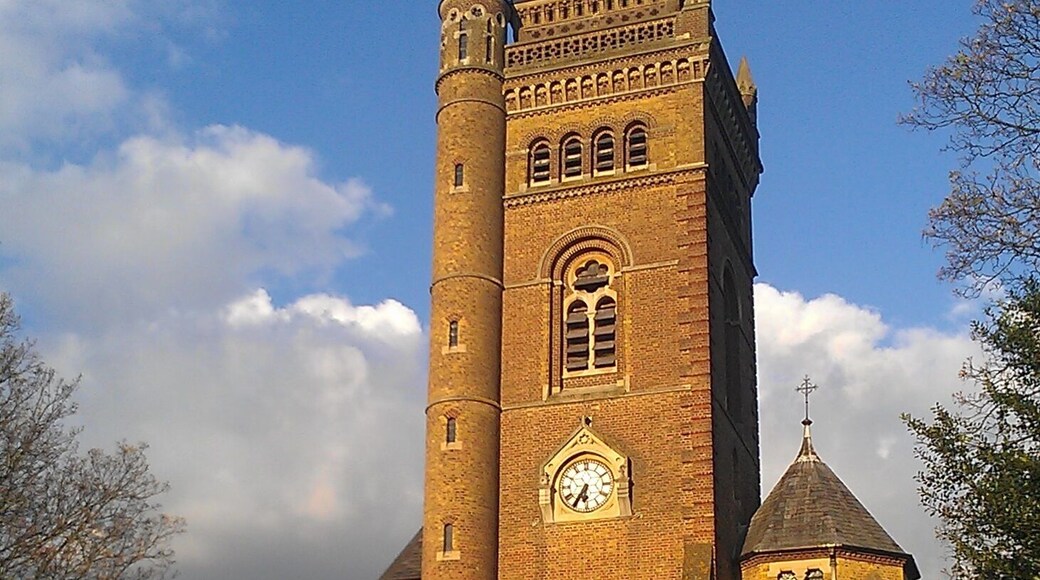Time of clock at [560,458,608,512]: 6:35
